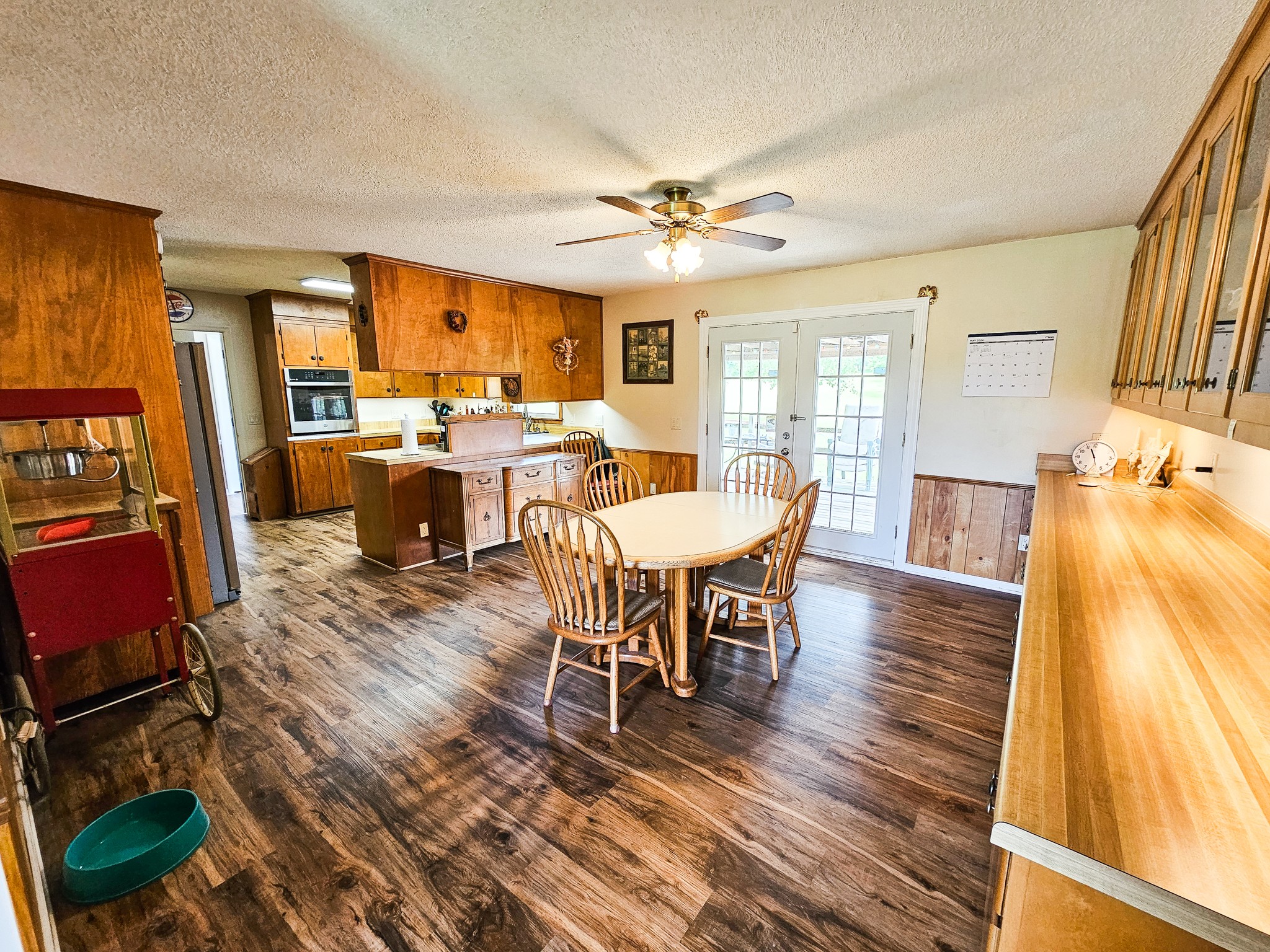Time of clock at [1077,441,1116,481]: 11:27
